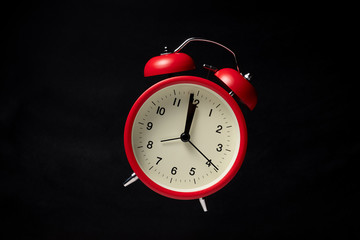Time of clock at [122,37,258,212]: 11:59
